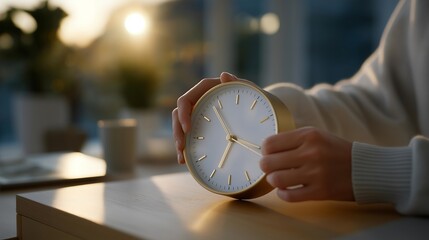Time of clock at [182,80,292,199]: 6:53
